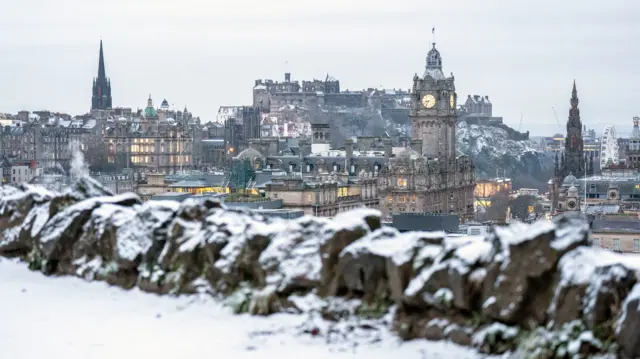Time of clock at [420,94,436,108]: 8:34
